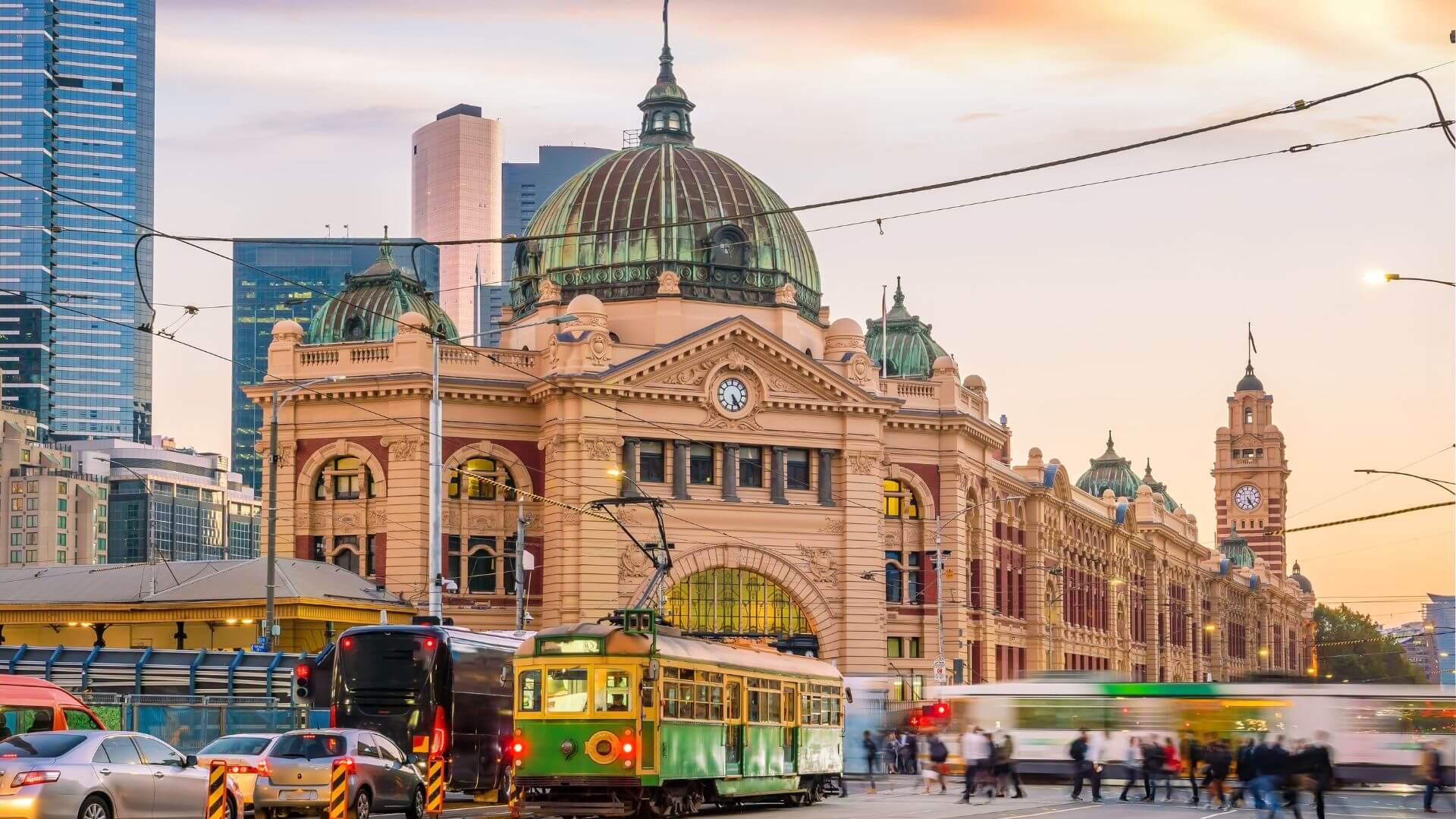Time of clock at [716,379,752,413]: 5:24
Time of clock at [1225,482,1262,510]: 5:24
